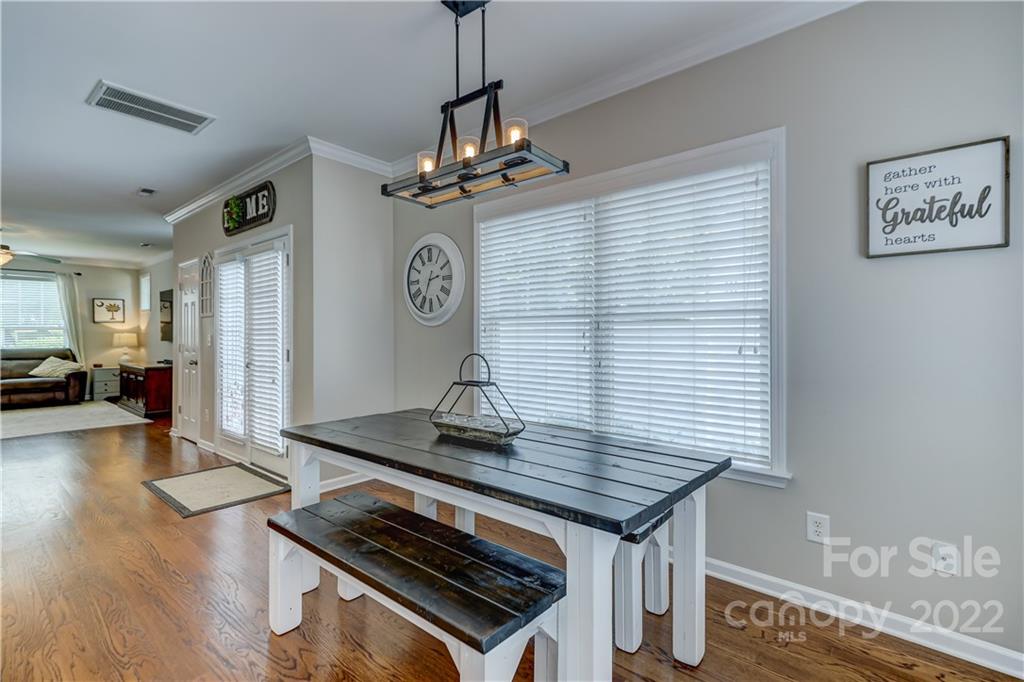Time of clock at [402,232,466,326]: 2:34
